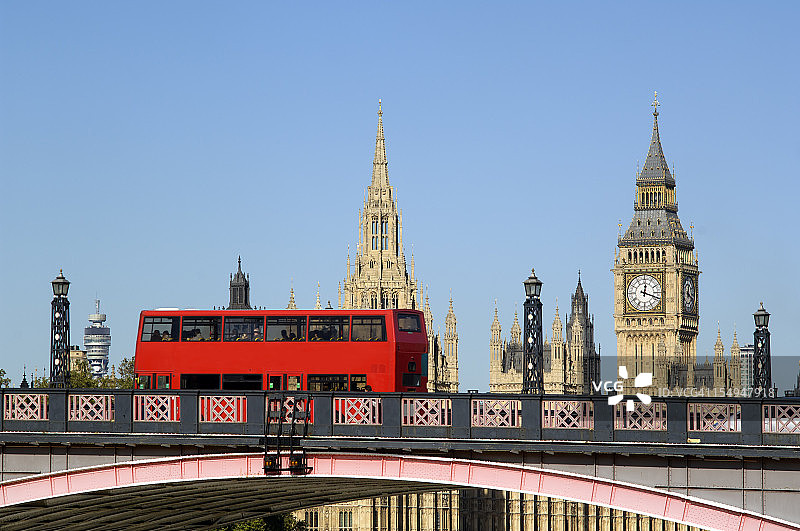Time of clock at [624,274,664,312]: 12:18
